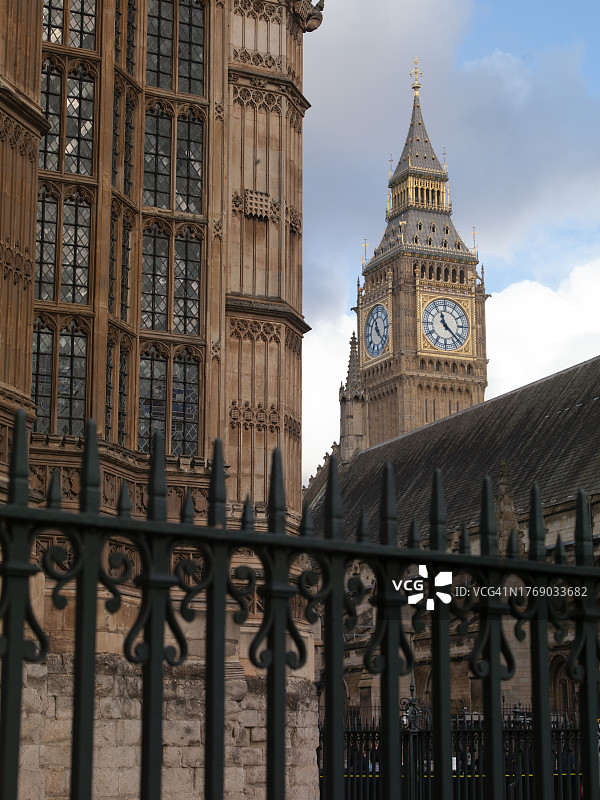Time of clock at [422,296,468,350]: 11:22
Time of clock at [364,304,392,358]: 11:22
